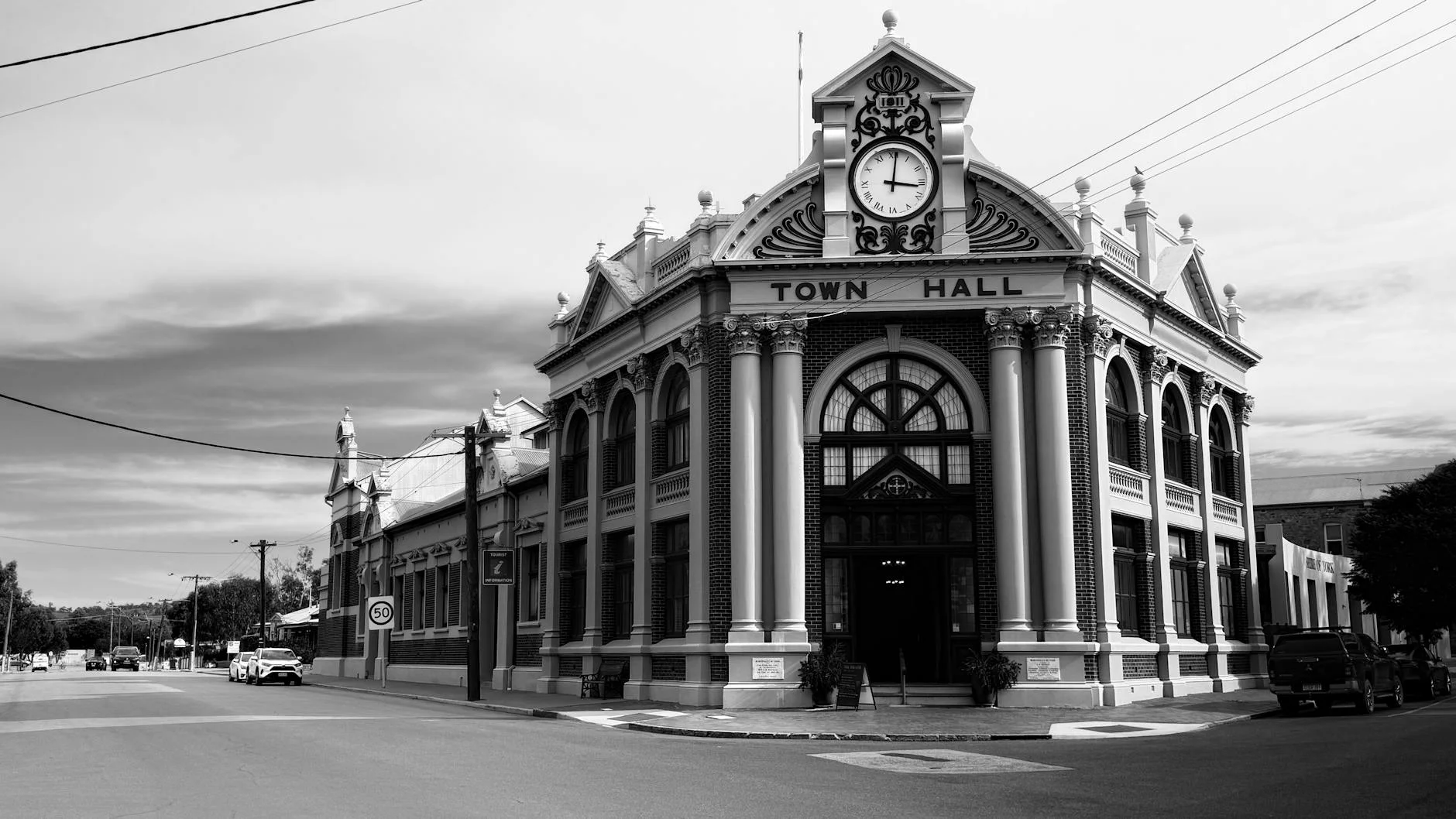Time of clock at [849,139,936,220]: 3:01
